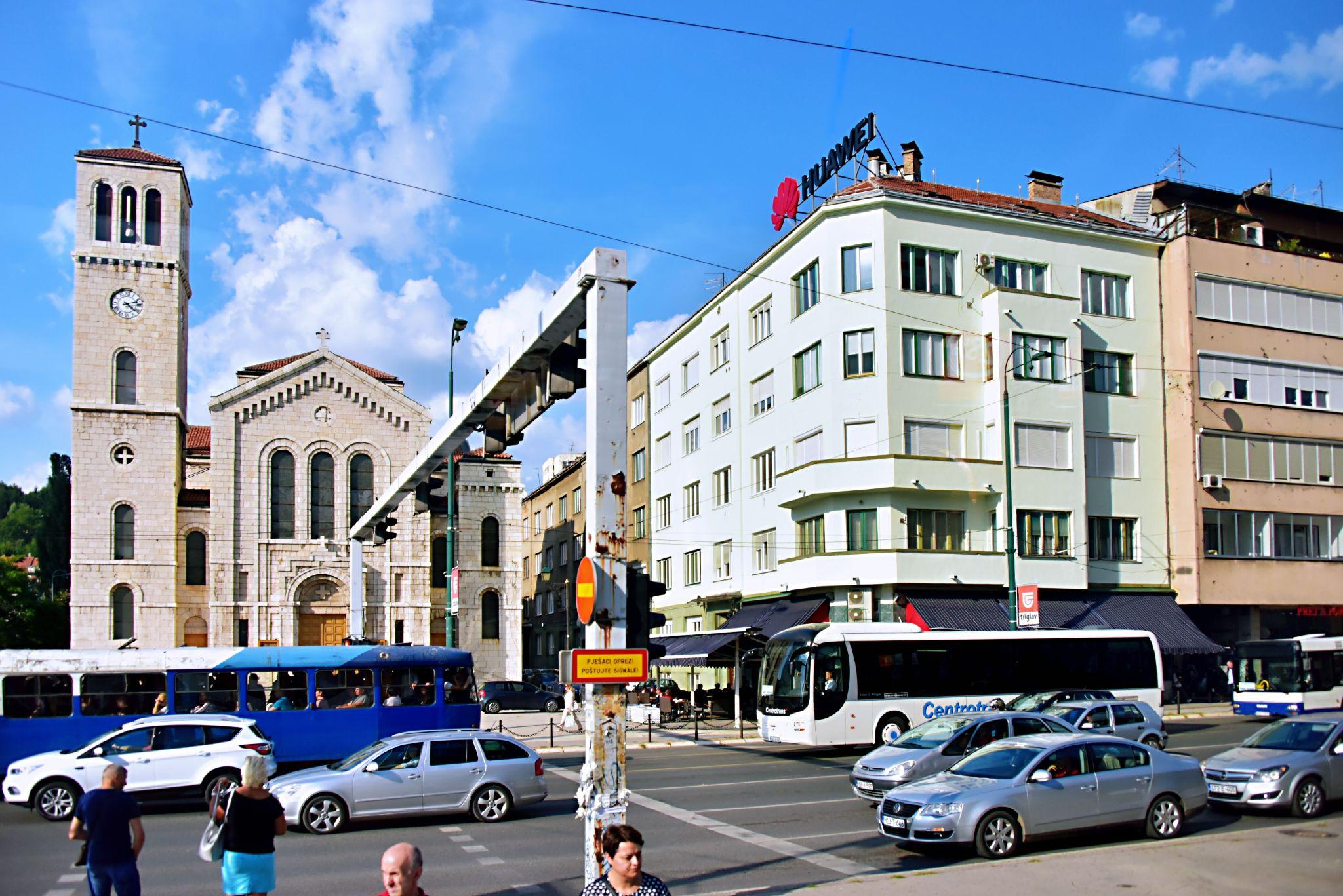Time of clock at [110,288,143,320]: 4:12
